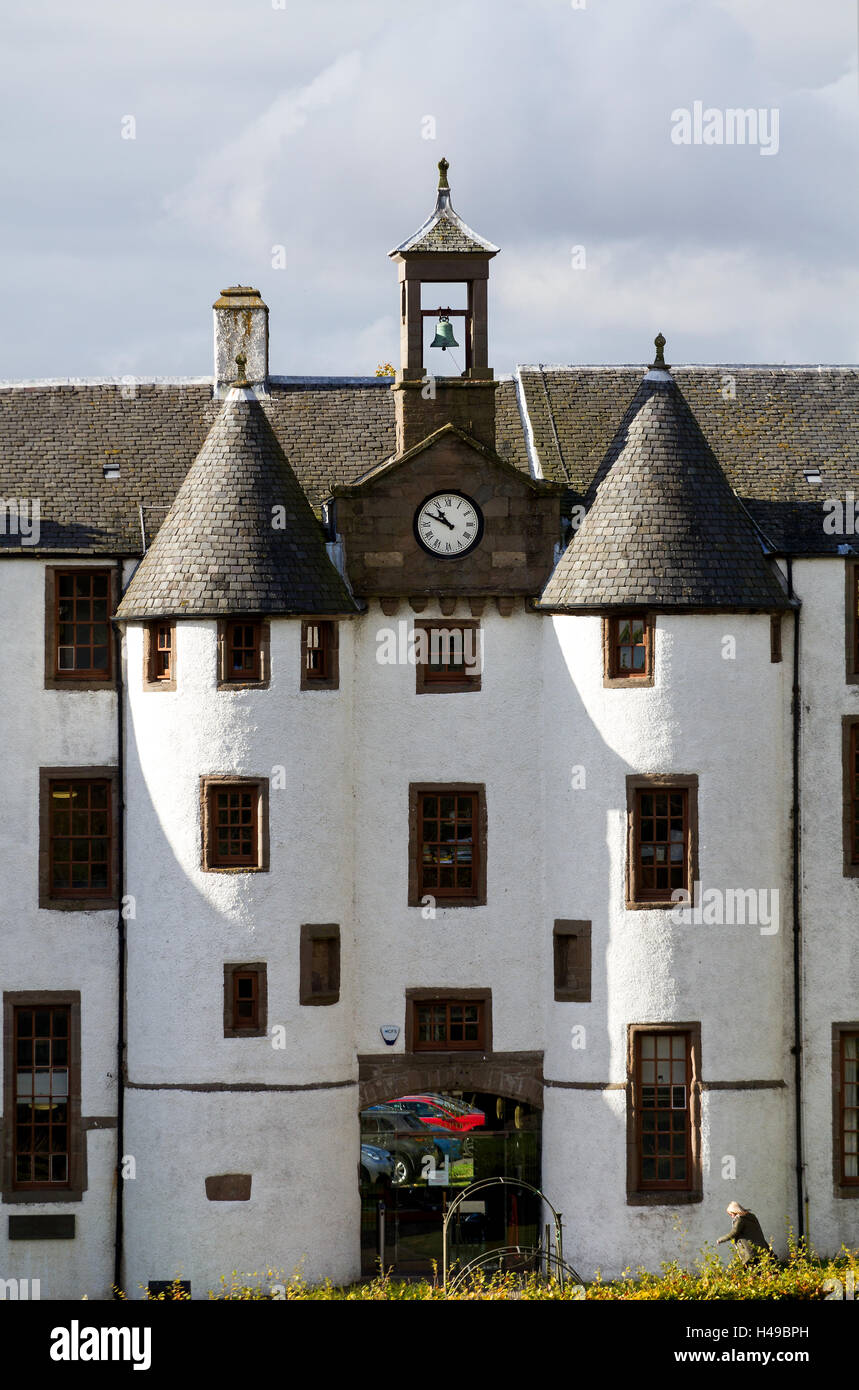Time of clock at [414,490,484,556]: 10:49
